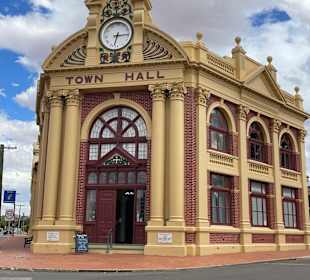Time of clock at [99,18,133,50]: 6:15
